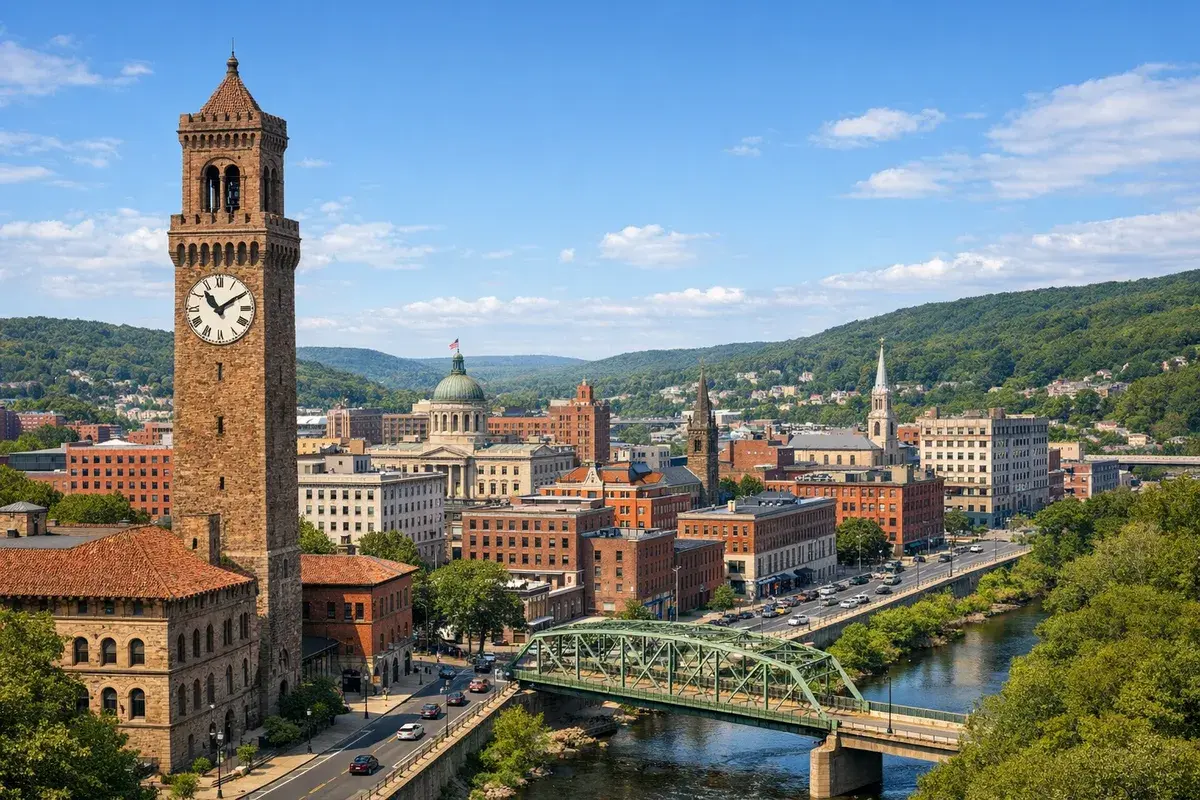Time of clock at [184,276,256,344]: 11:09
